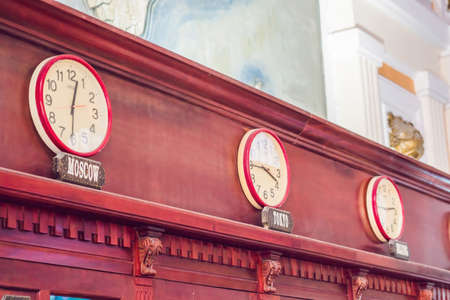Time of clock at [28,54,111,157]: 12:30
